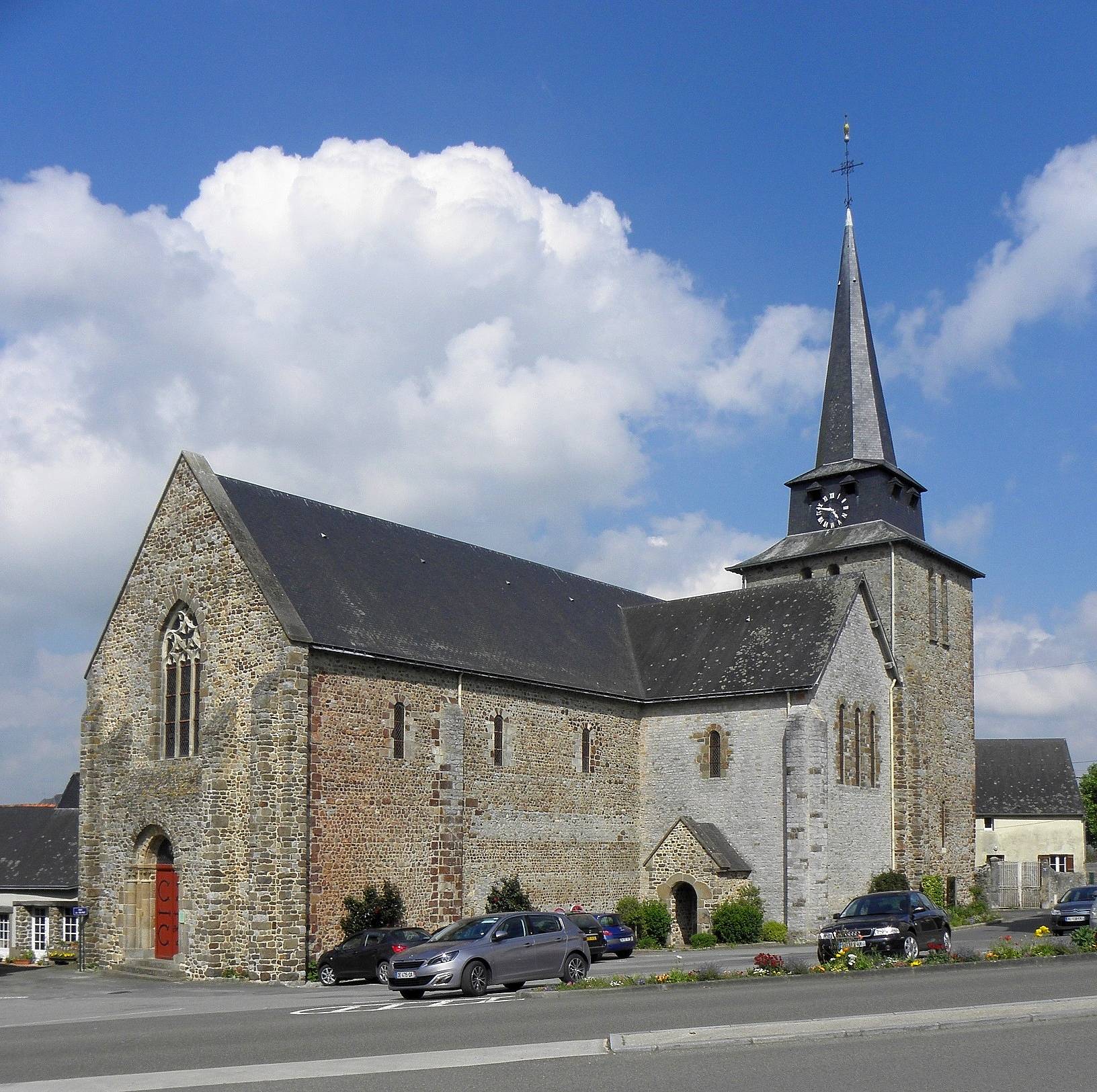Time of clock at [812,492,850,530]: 4:46
